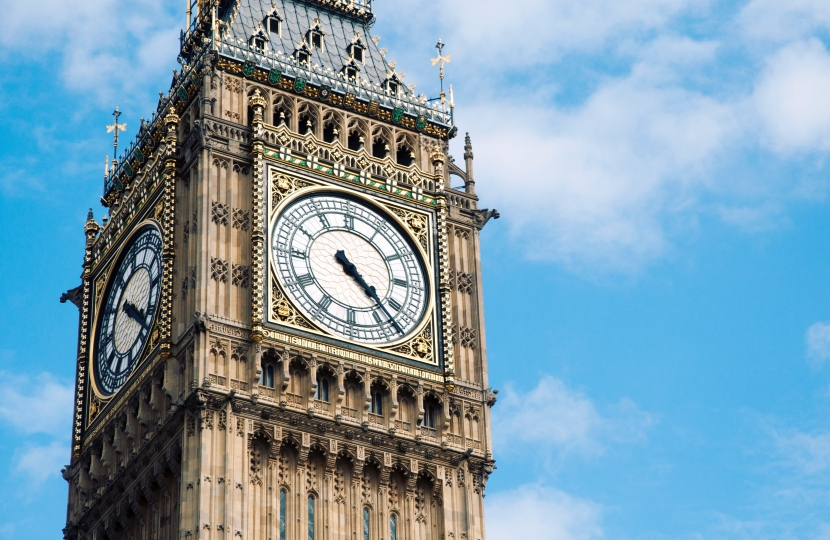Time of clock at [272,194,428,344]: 4:22
